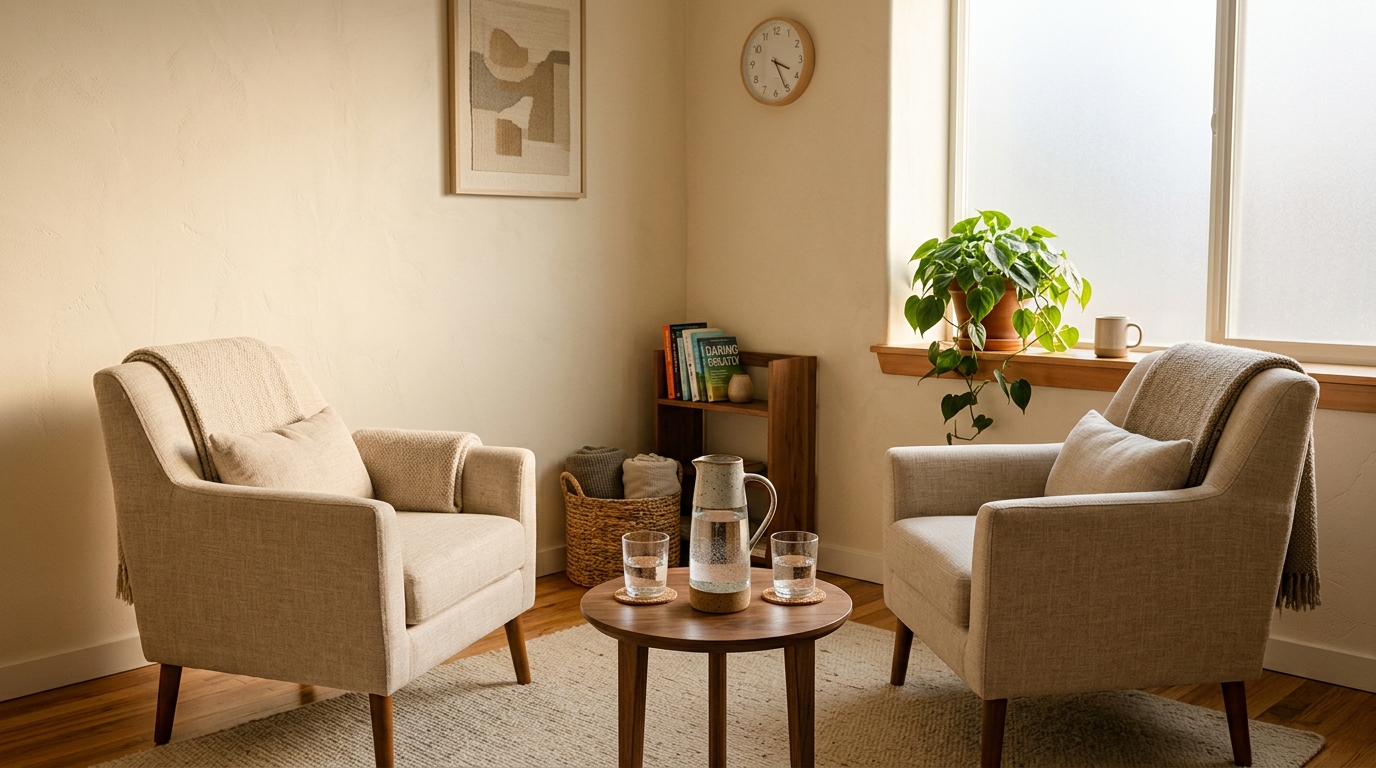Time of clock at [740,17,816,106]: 3:25
